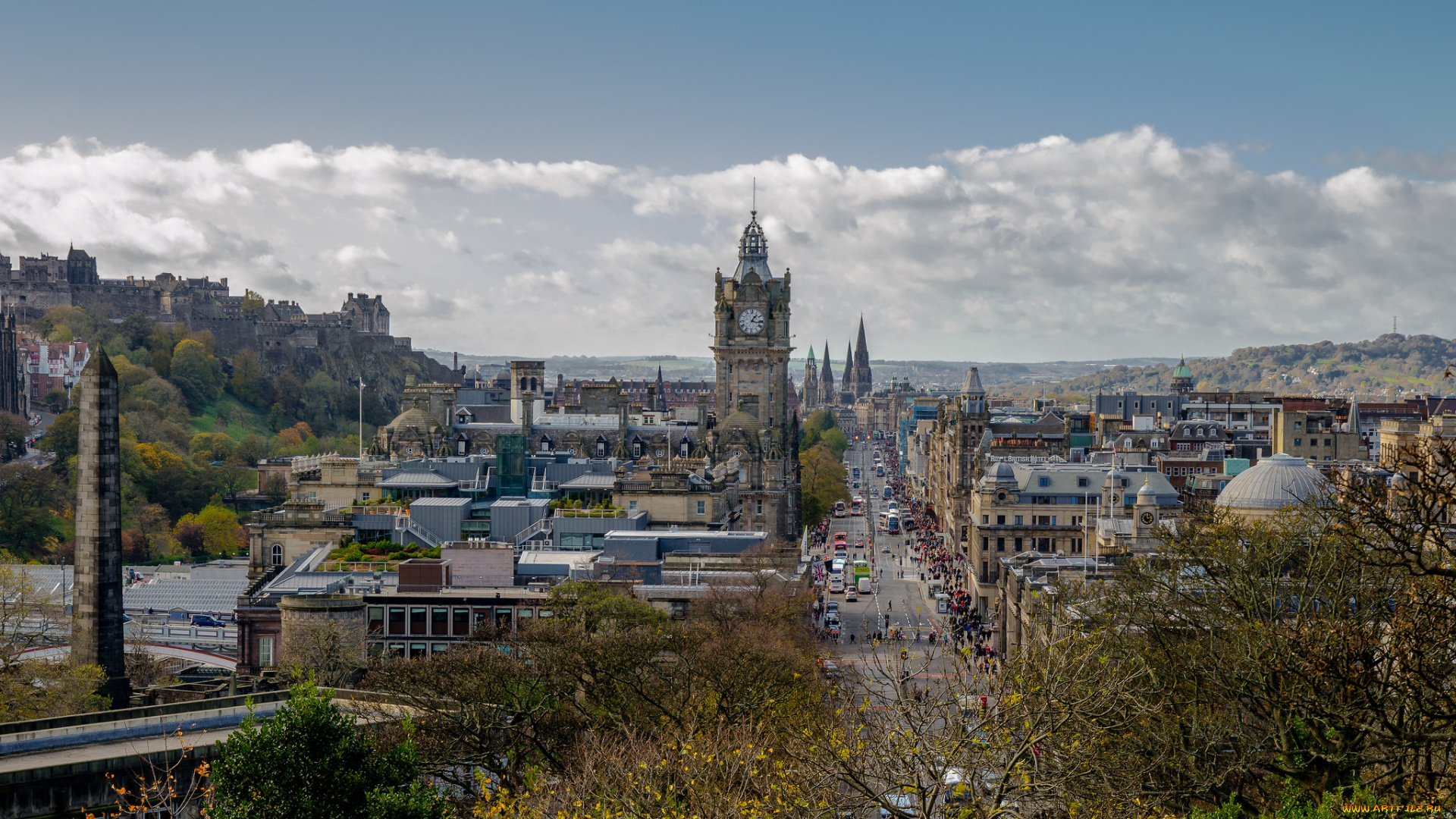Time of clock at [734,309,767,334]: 1:16
